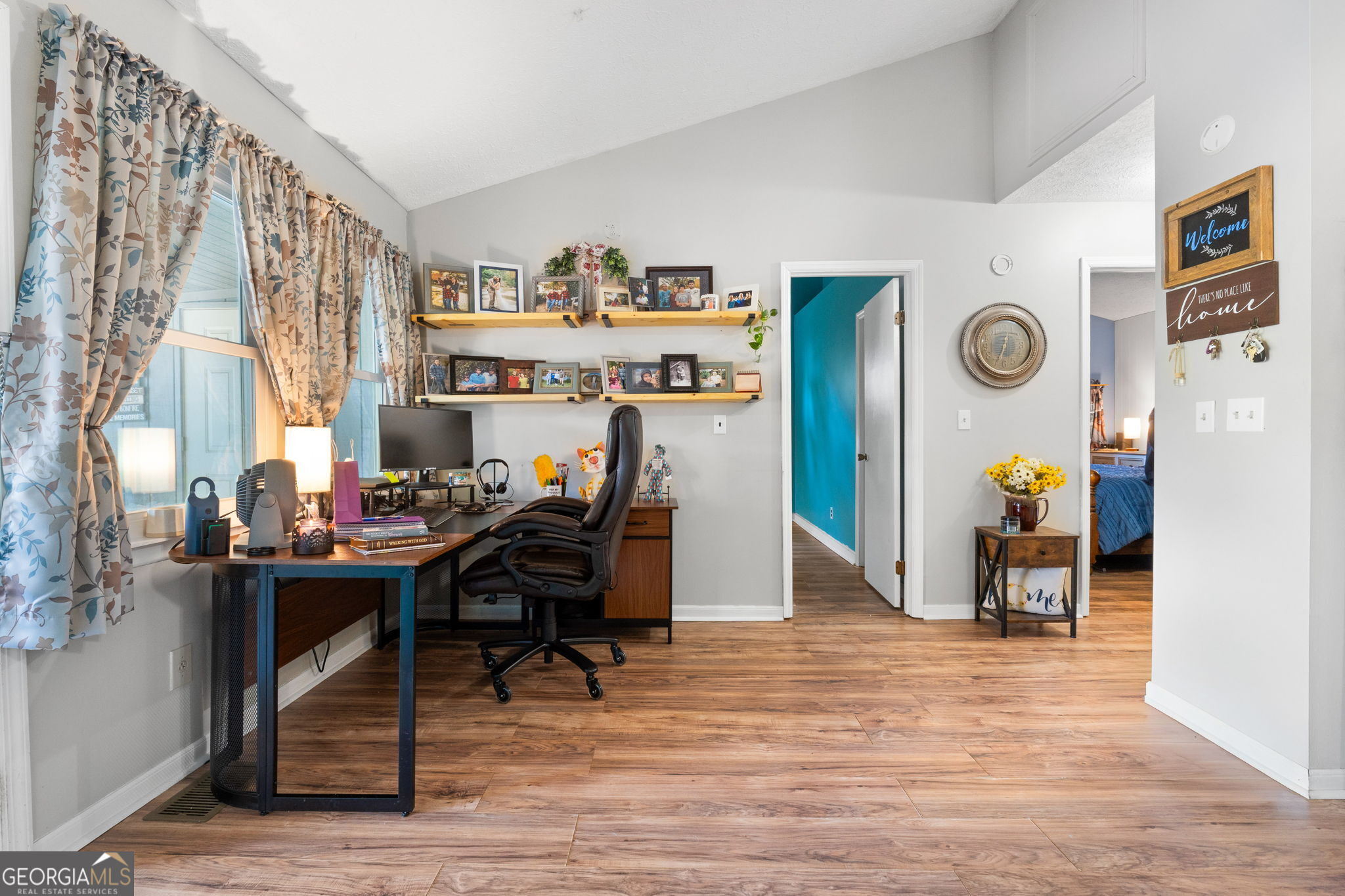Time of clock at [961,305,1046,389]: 12:33
